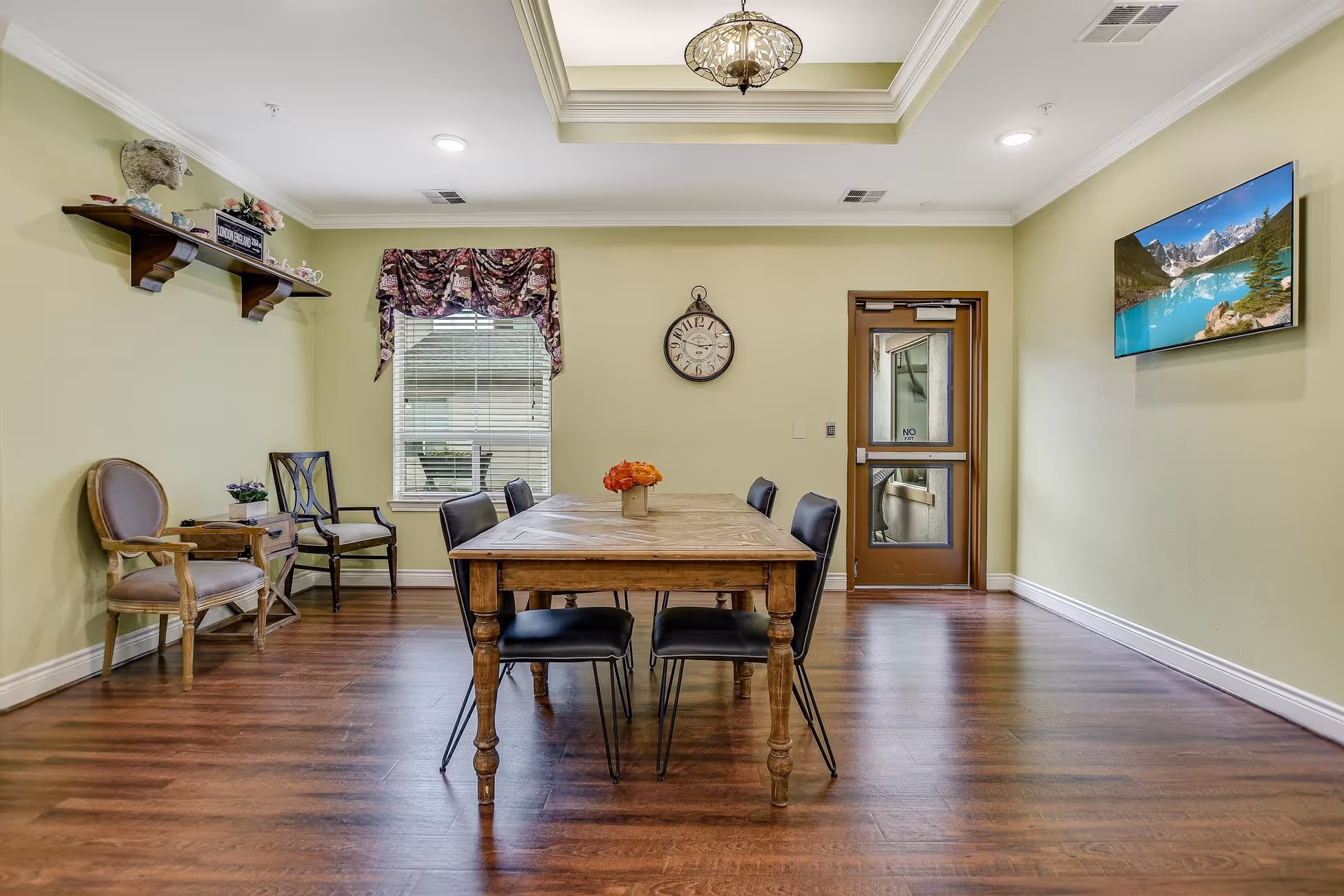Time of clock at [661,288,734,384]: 2:48
